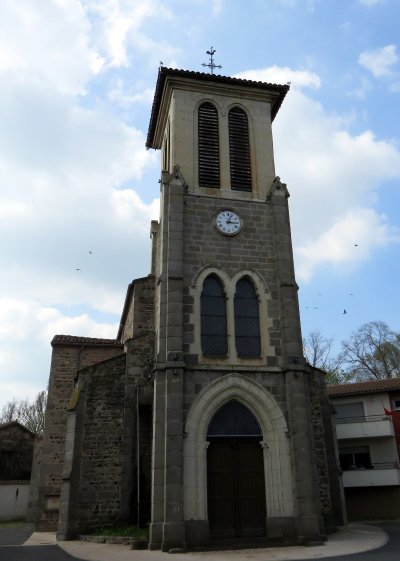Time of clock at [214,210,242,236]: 3:03
